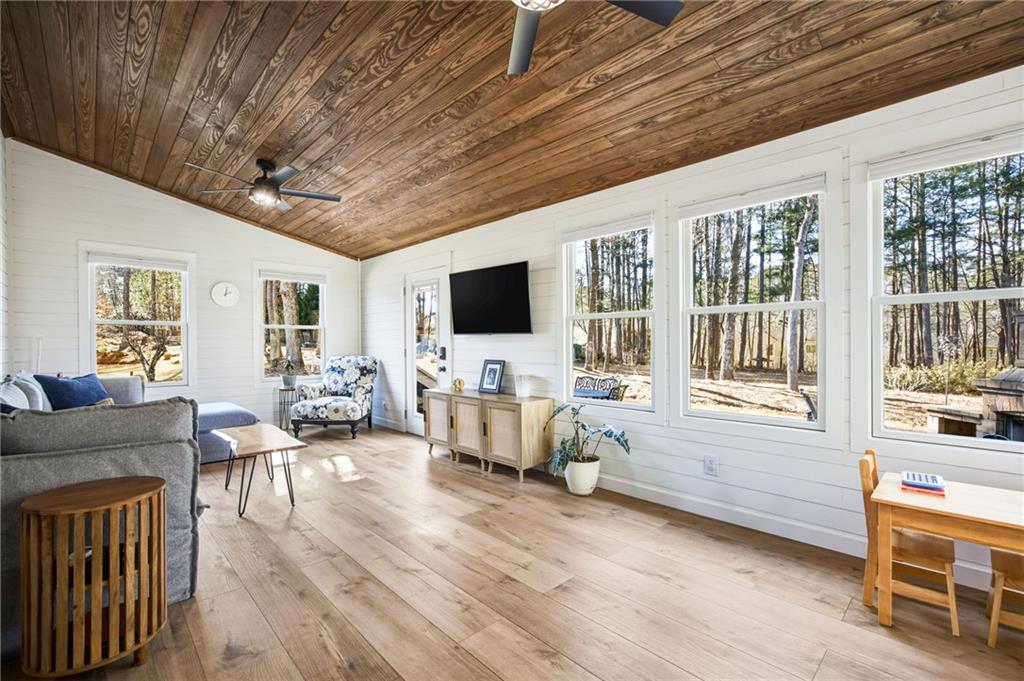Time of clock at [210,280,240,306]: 2:01
